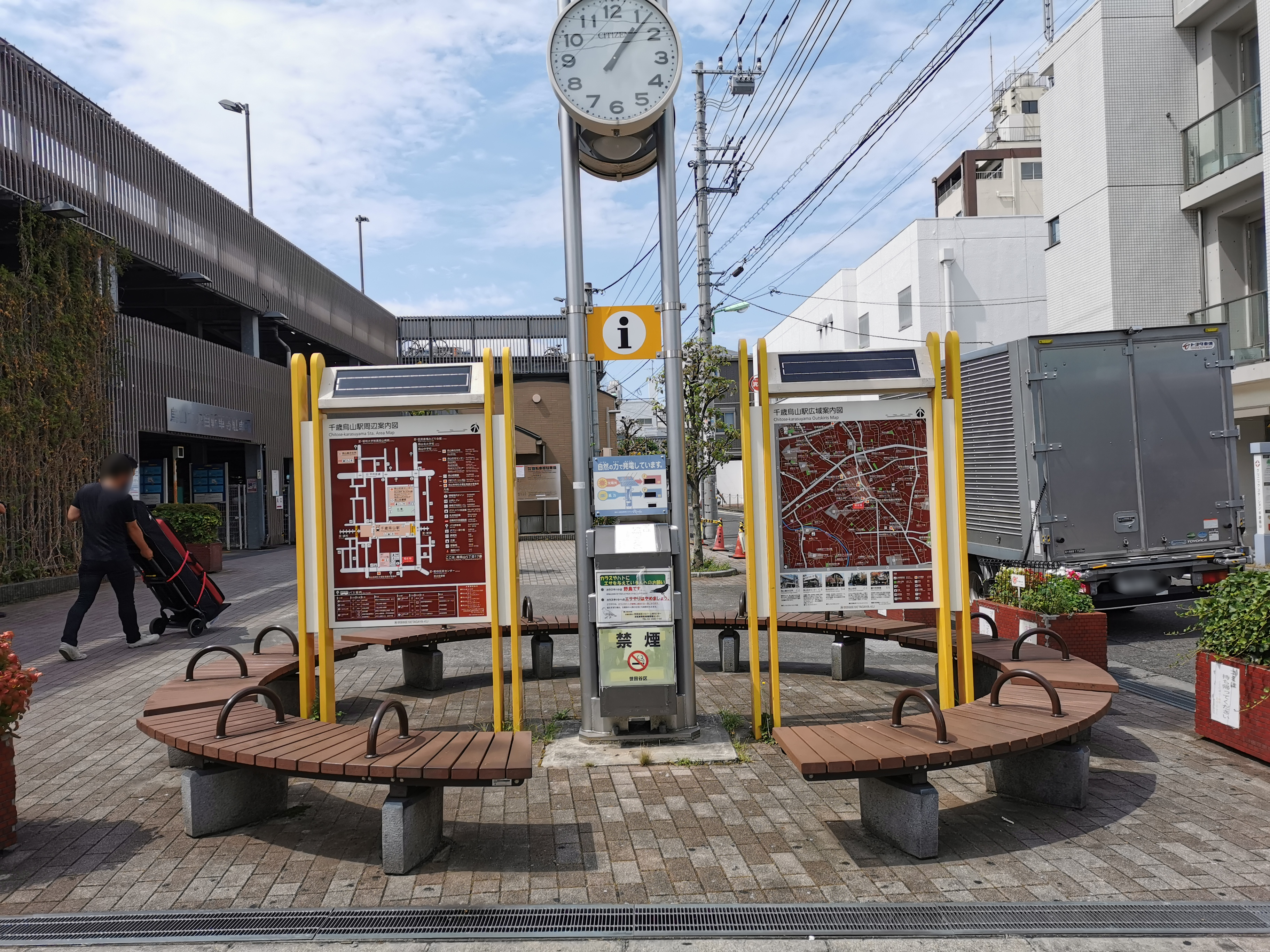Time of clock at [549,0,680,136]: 1:06
